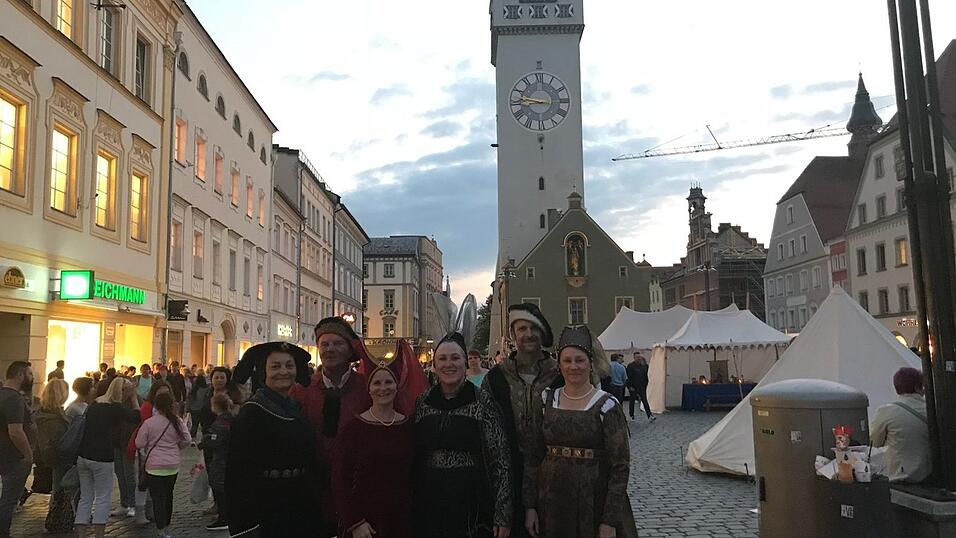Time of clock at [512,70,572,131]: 8:46
